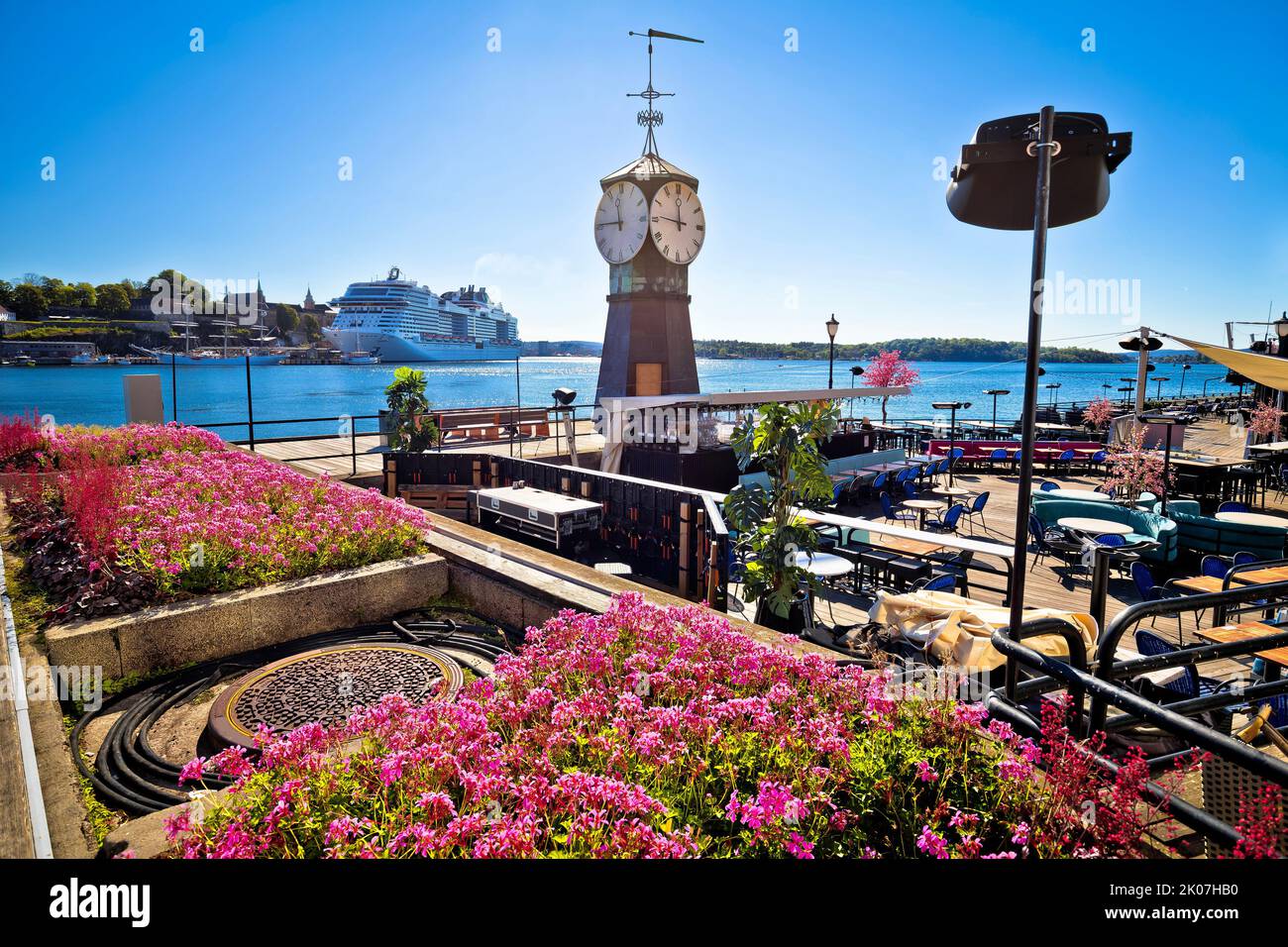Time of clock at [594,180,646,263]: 11:45
